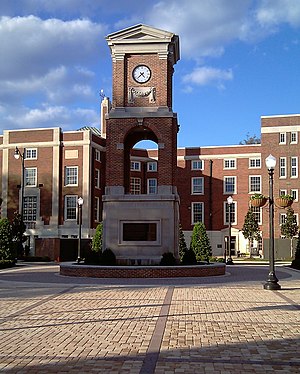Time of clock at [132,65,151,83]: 4:37
